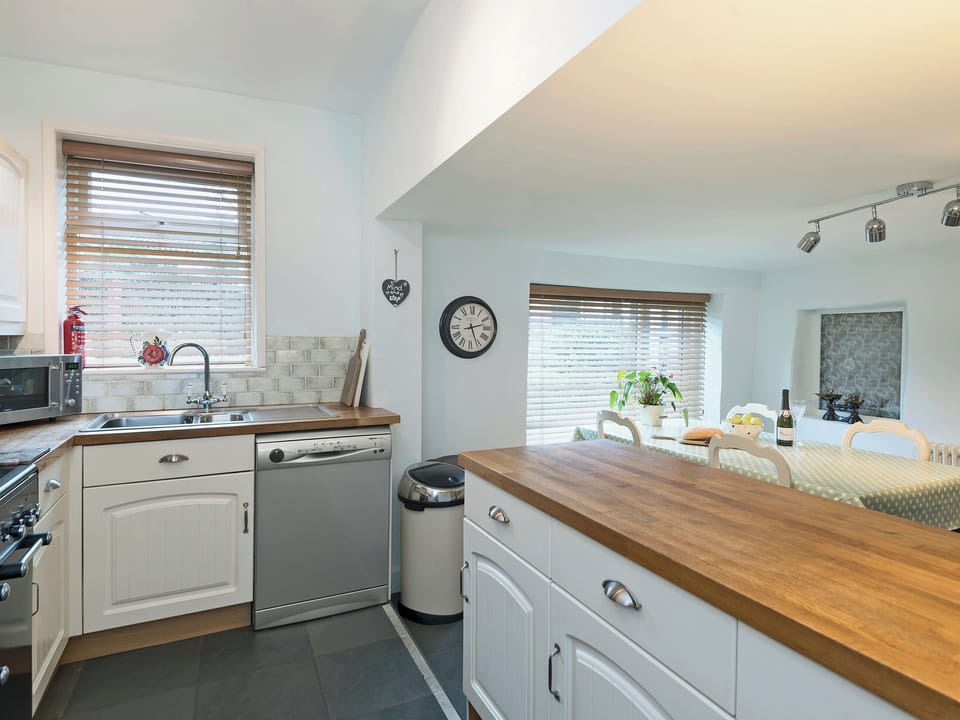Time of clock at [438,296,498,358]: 2:26
